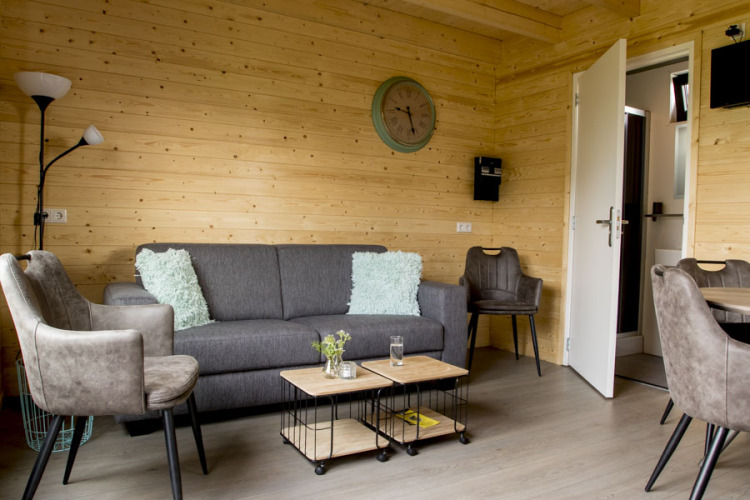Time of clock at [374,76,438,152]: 9:27
